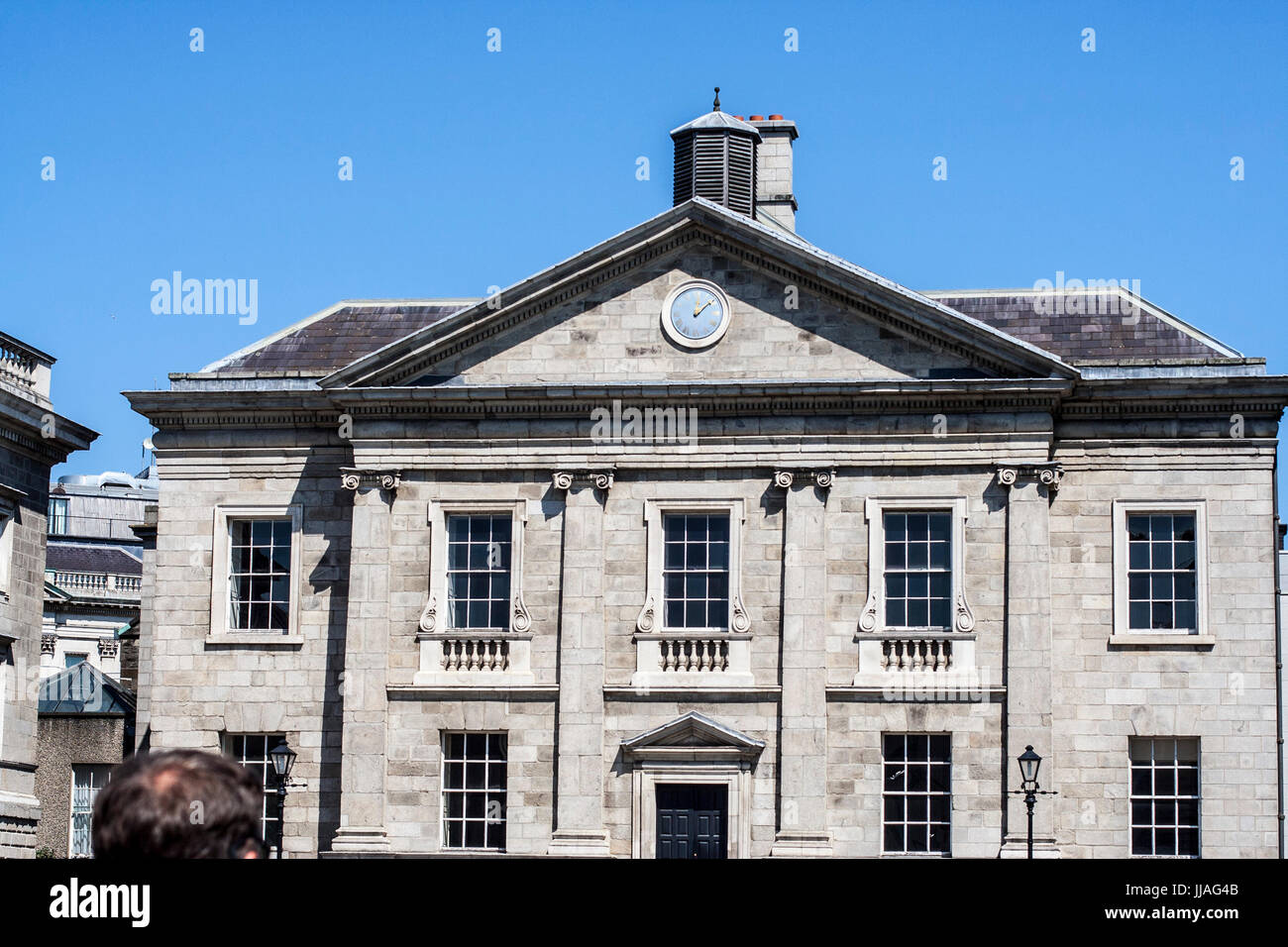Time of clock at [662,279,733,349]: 12:08
